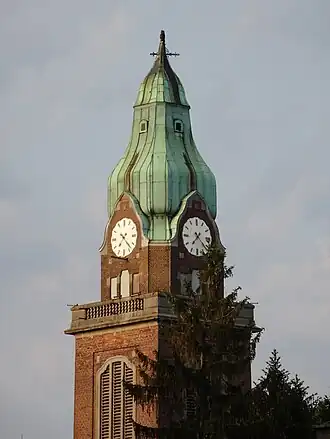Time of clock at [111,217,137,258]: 7:22
